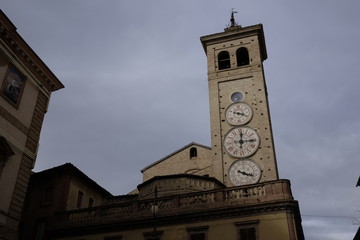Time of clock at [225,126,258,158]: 12:14
